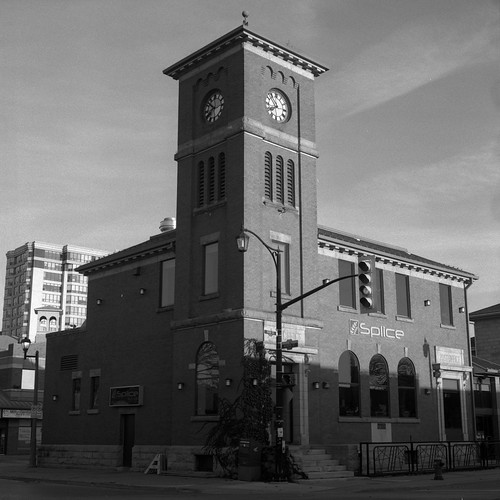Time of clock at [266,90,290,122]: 7:52
